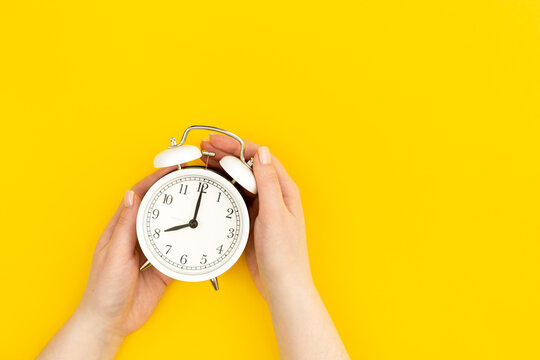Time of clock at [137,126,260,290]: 8:00
